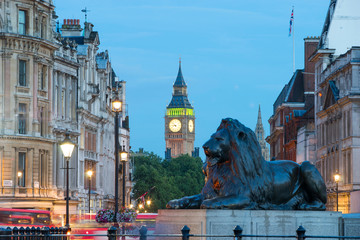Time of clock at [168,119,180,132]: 8:52
